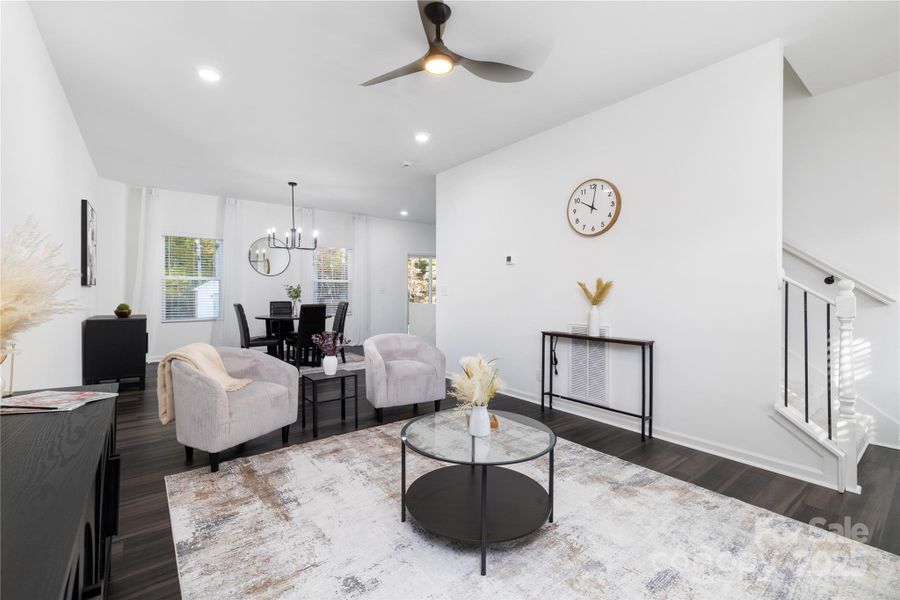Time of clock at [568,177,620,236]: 10:01
